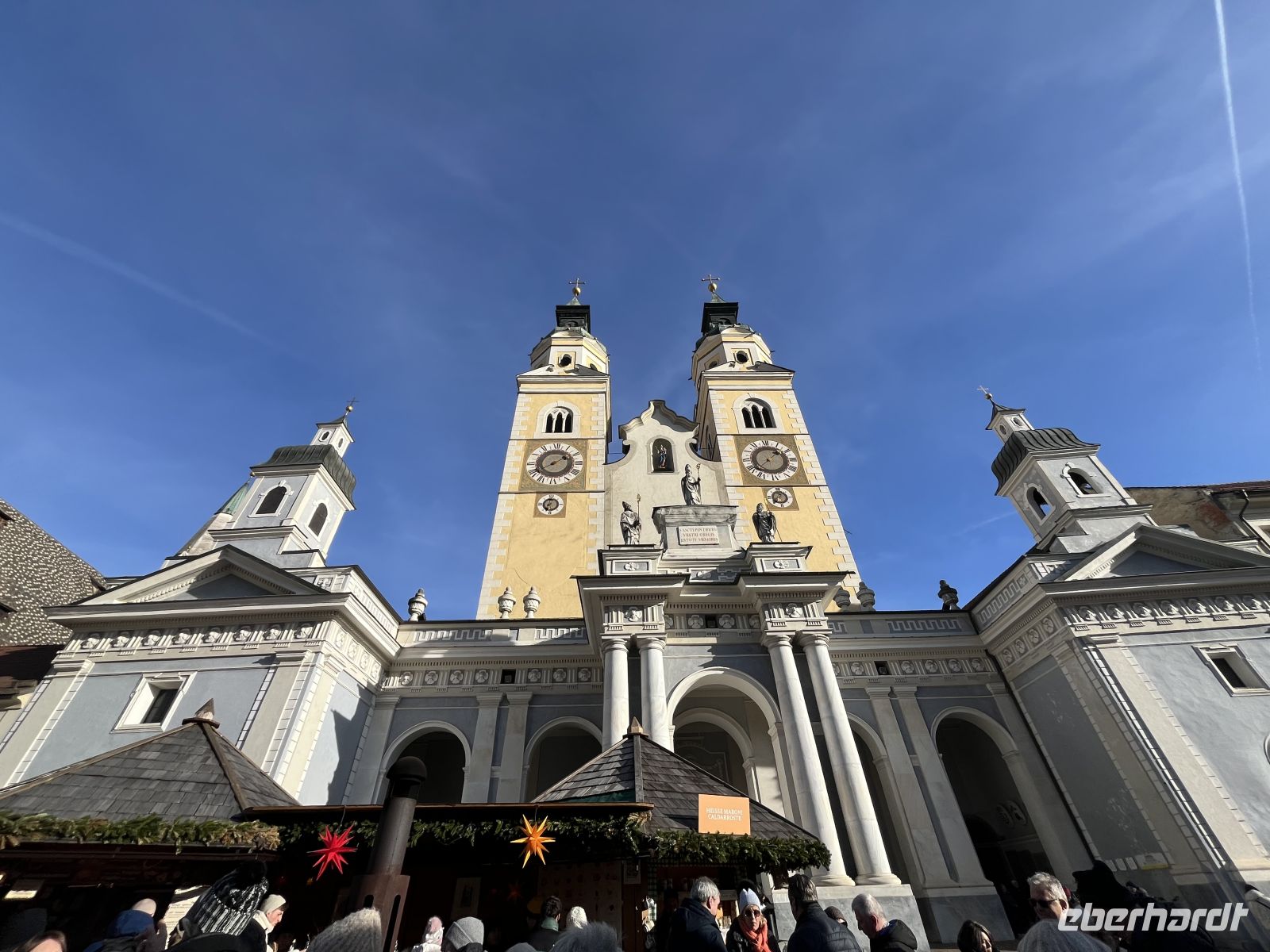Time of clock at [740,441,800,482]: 1:37
